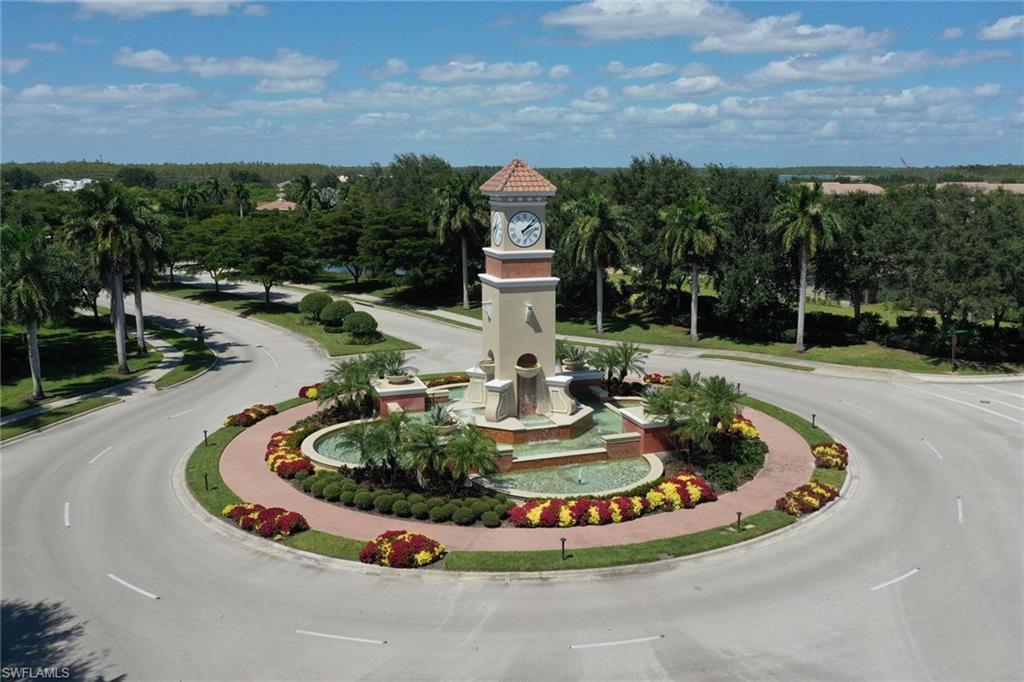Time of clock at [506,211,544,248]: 2:07
